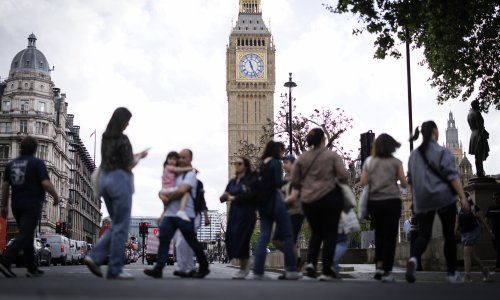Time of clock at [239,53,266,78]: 11:26
